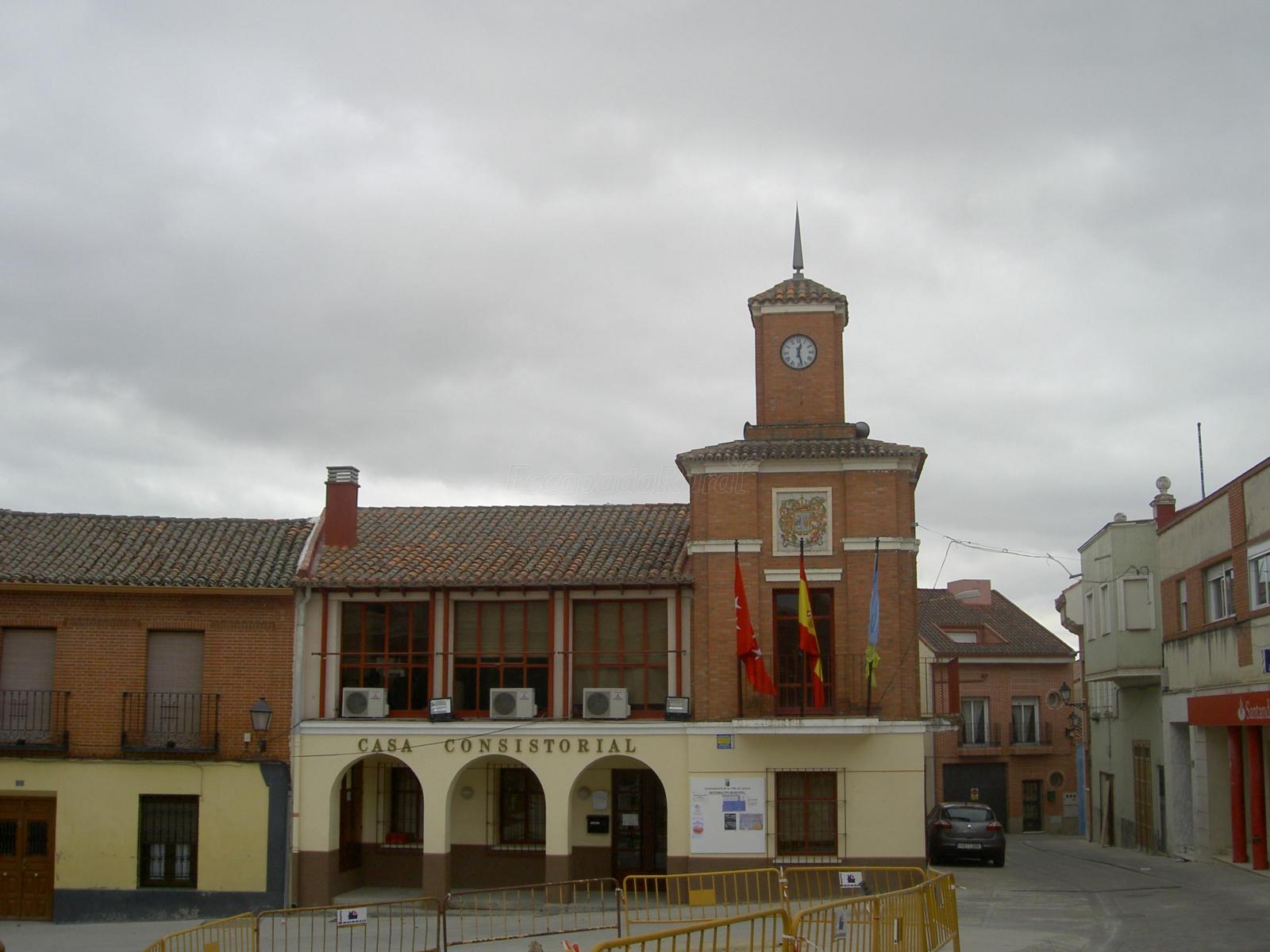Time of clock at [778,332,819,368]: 12:27
